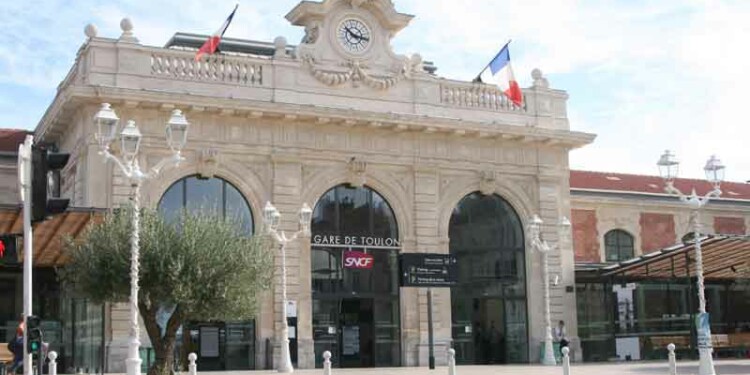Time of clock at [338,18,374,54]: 10:17
